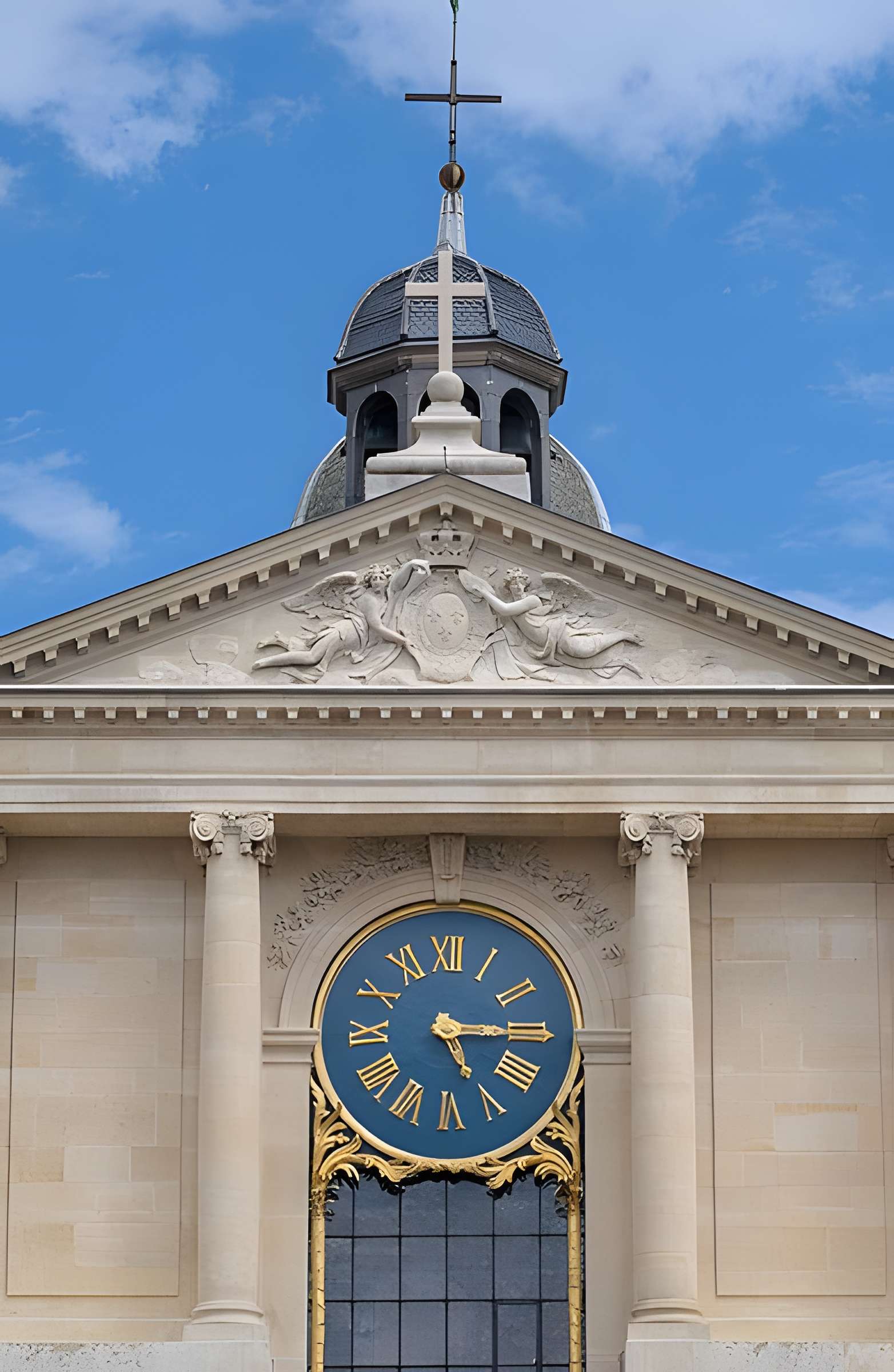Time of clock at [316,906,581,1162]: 5:15
